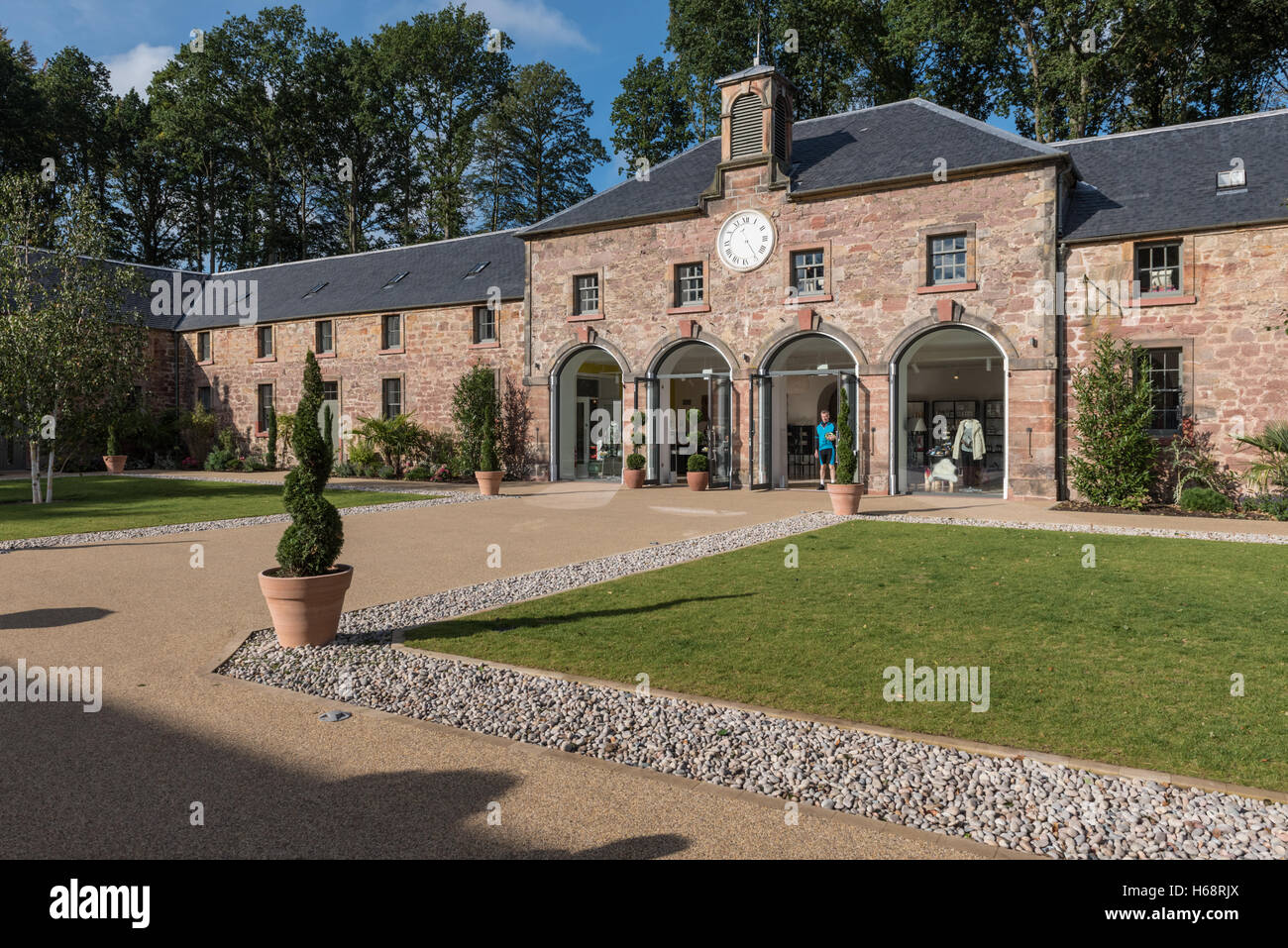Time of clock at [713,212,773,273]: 11:24
